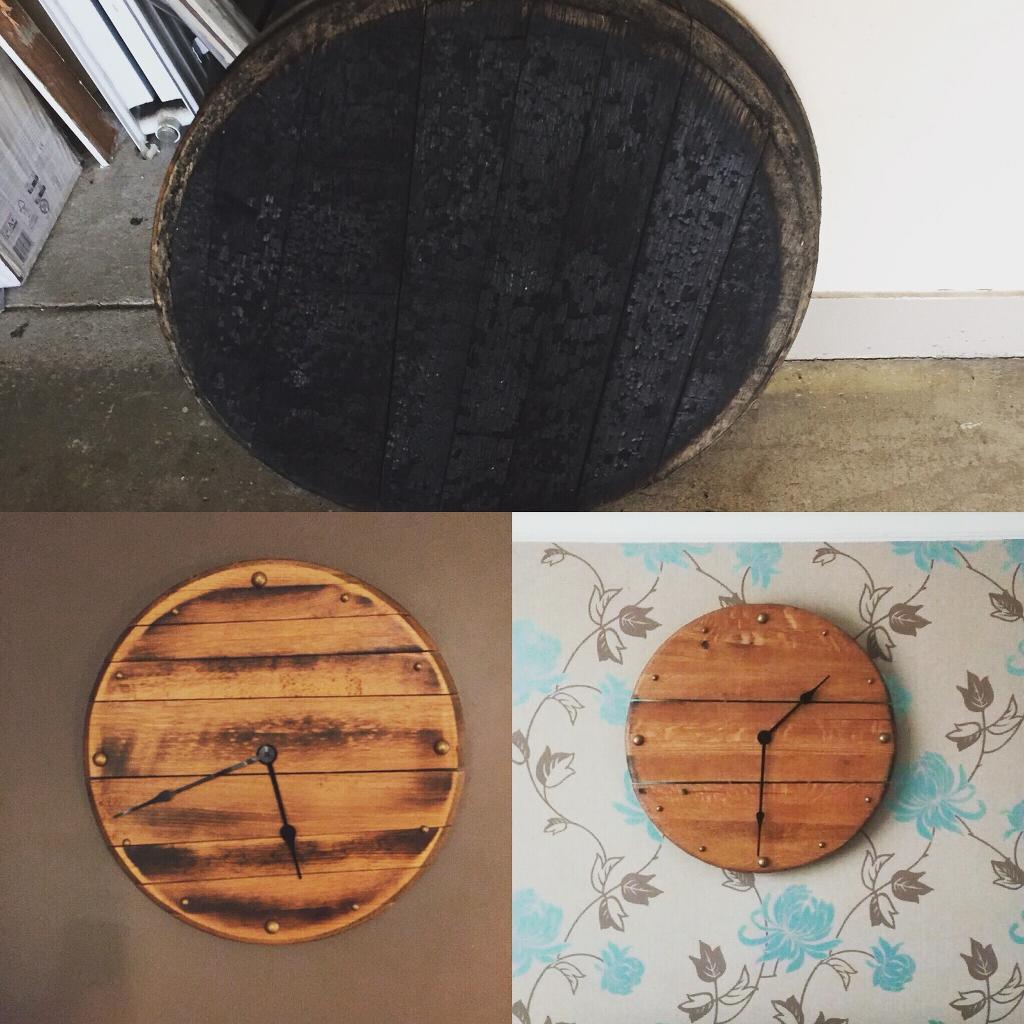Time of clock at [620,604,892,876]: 1:30
